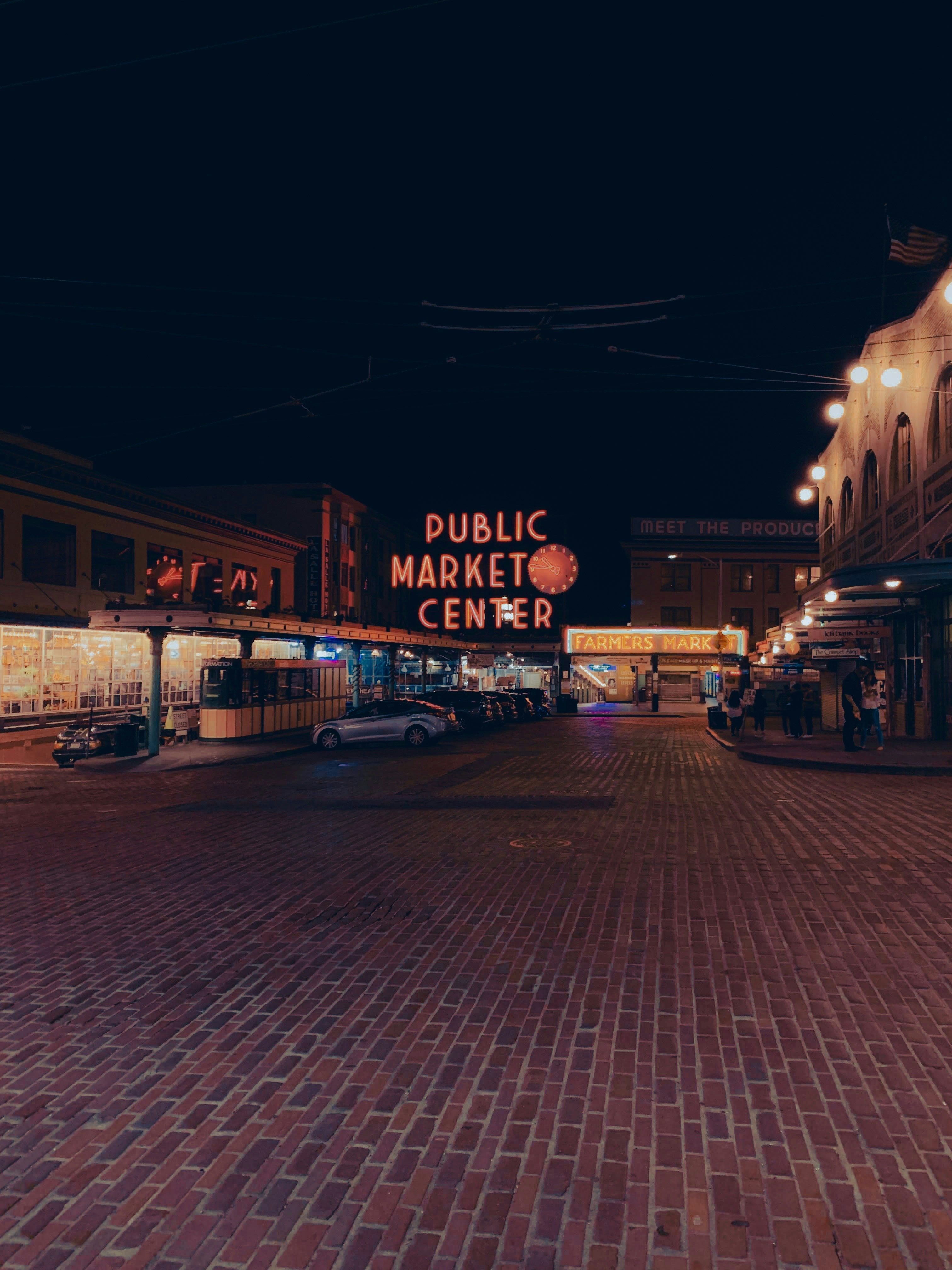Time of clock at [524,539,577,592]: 10:45
